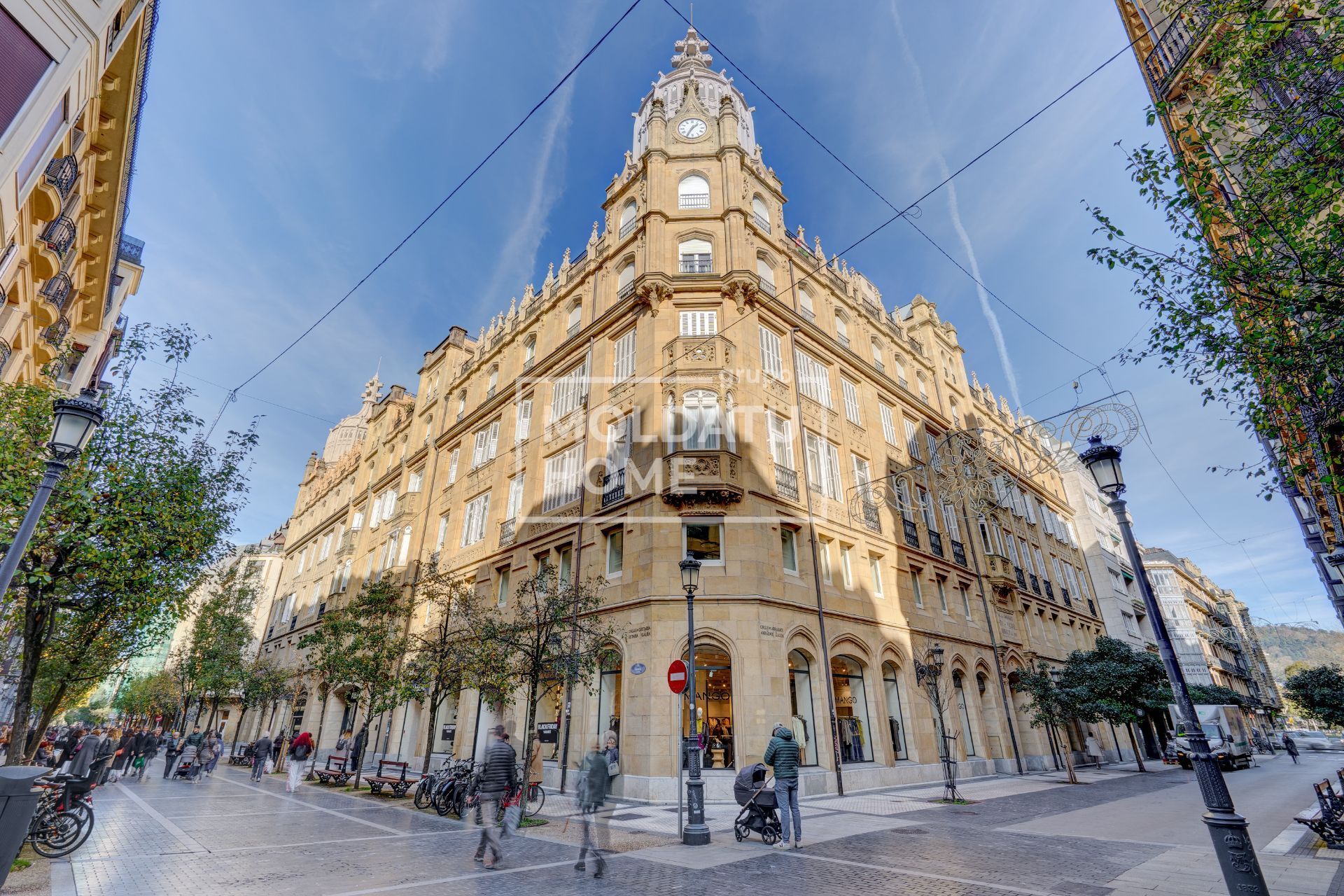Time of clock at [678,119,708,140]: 1:34
